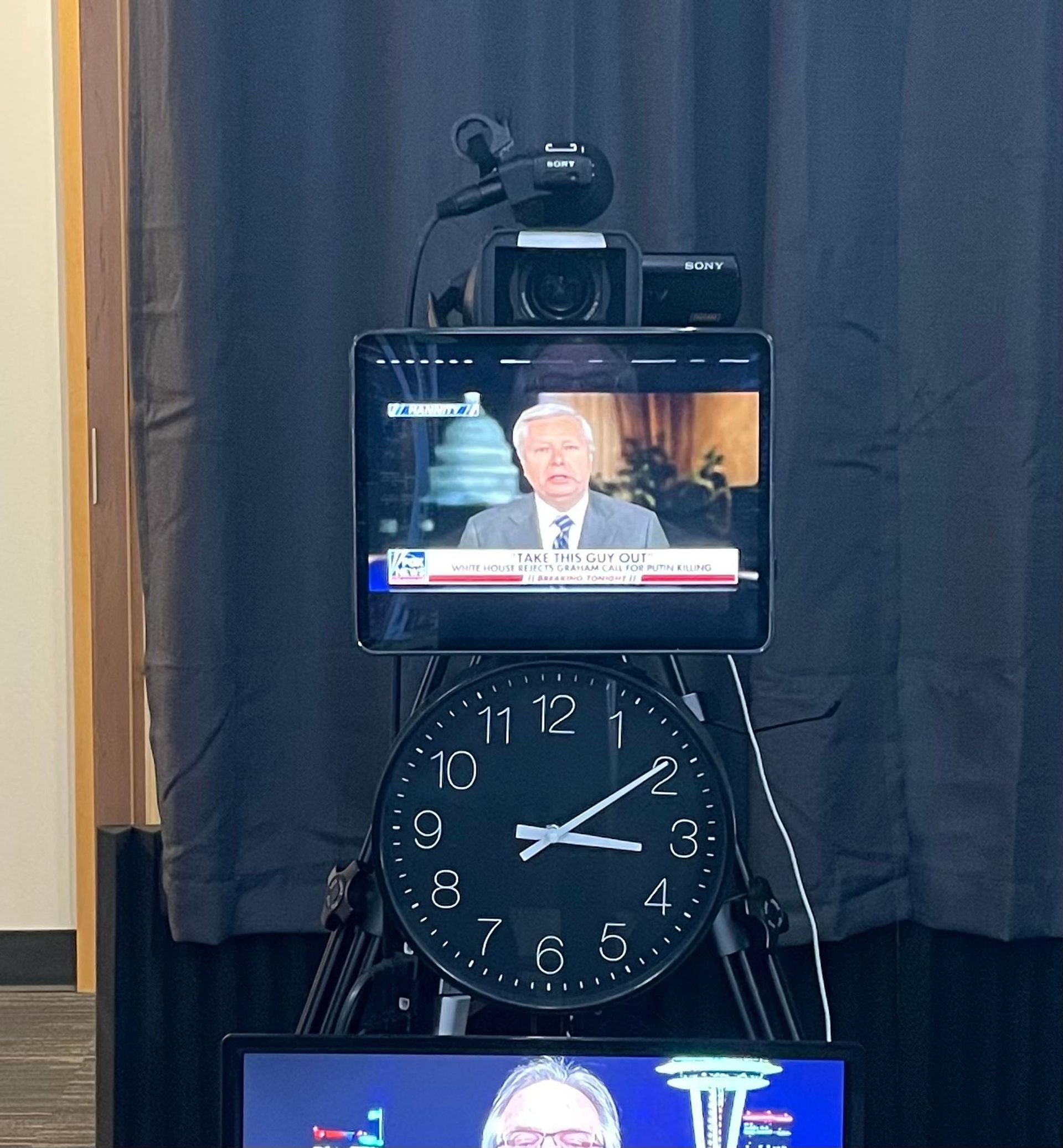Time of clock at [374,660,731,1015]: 3:09
